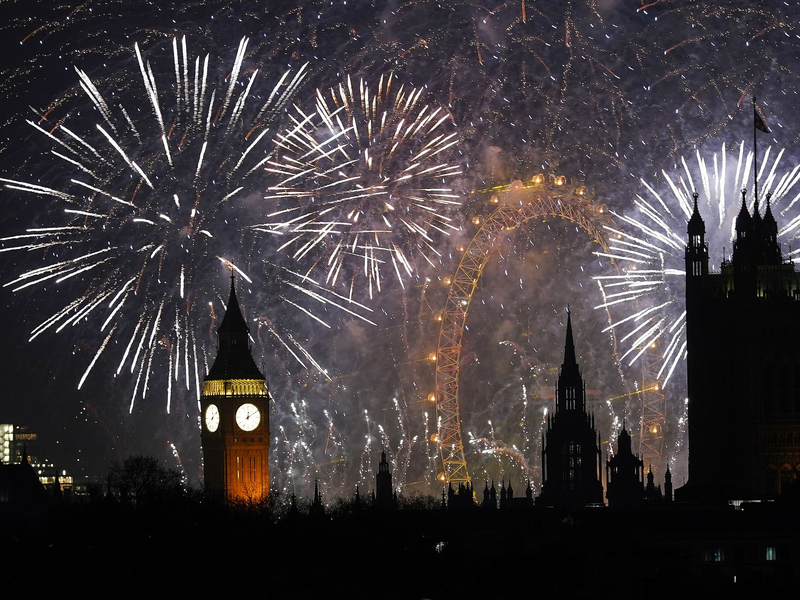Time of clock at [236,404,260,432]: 12:09
